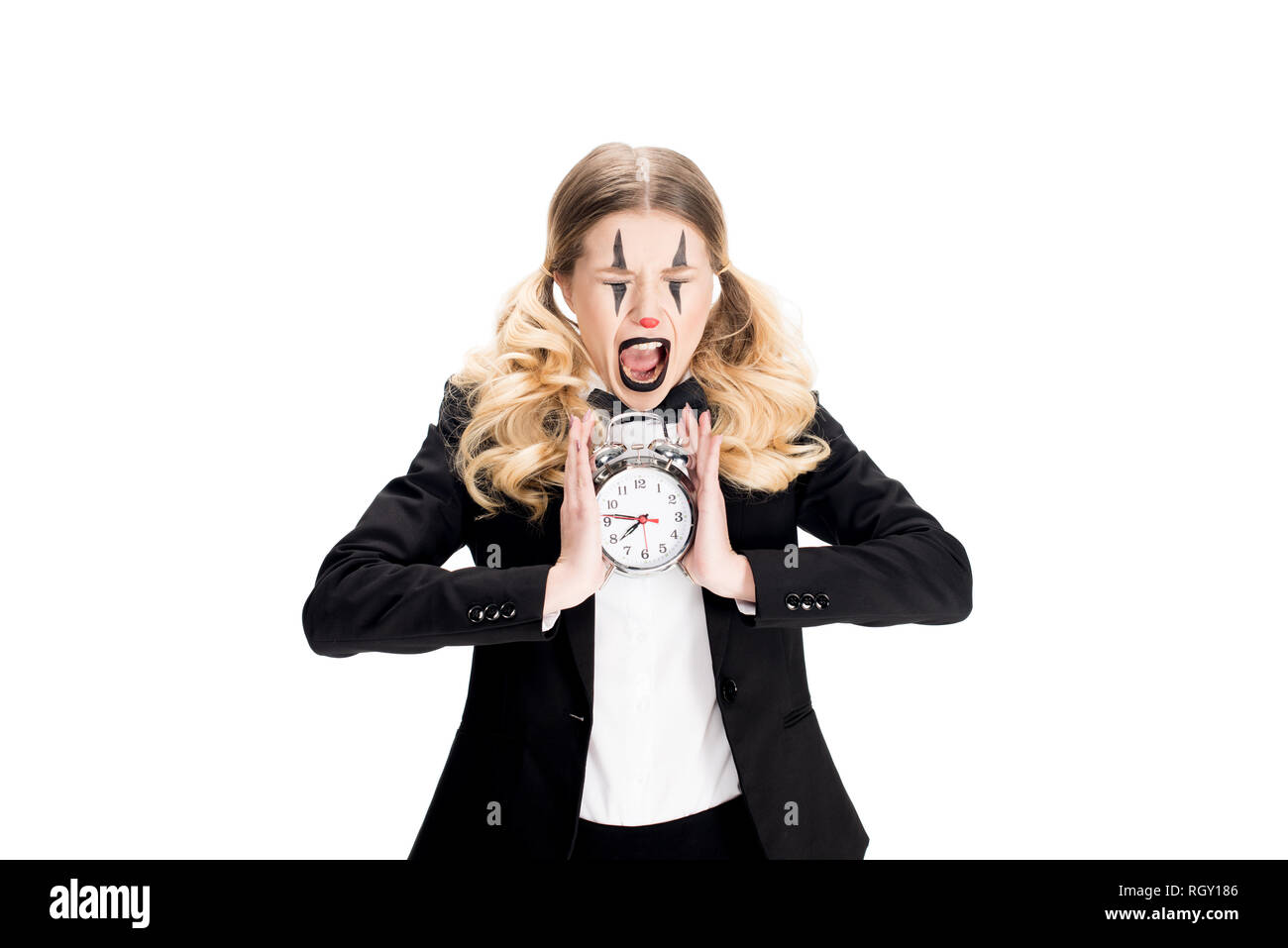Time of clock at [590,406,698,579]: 7:46
